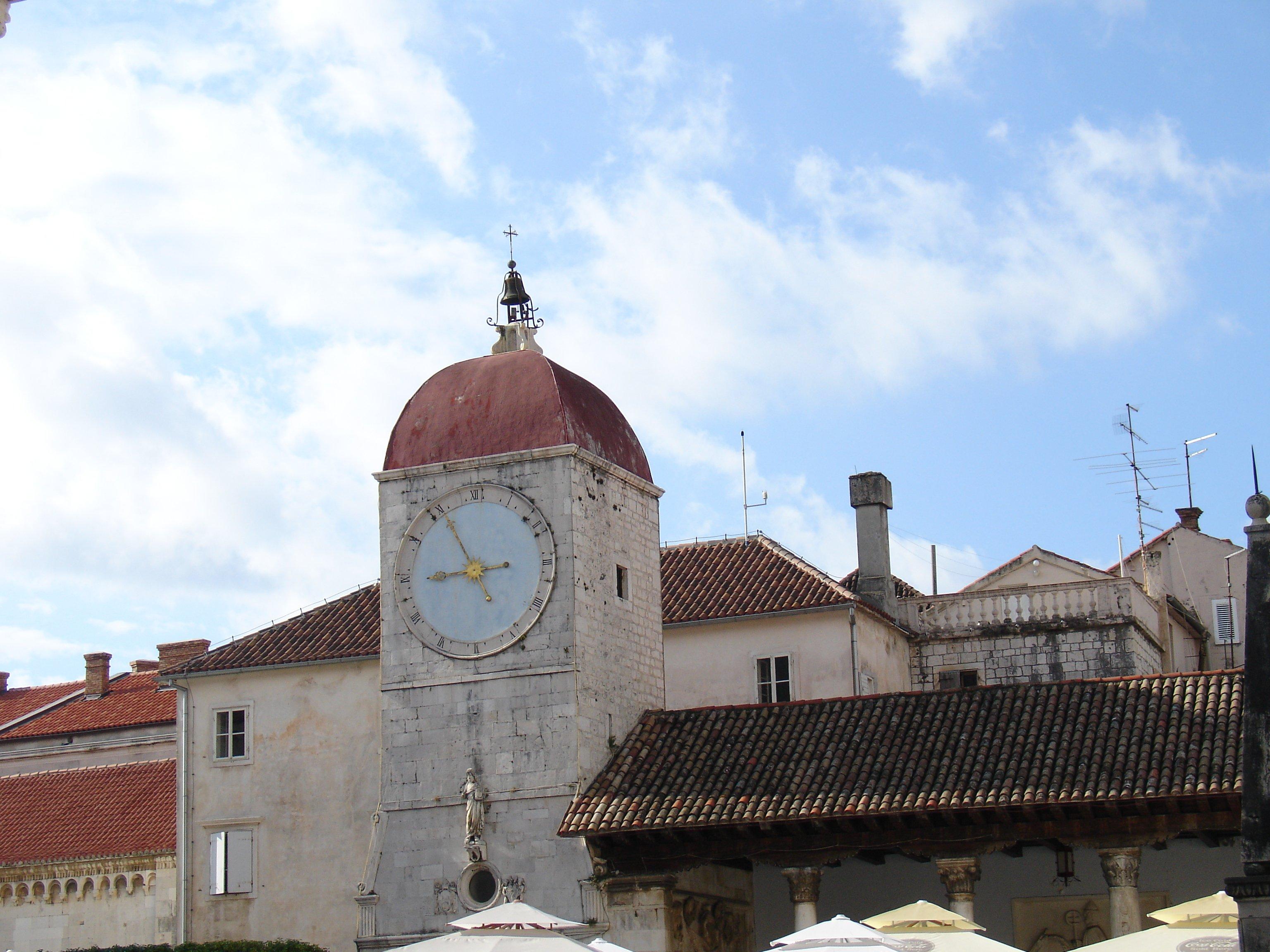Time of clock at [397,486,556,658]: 8:55
